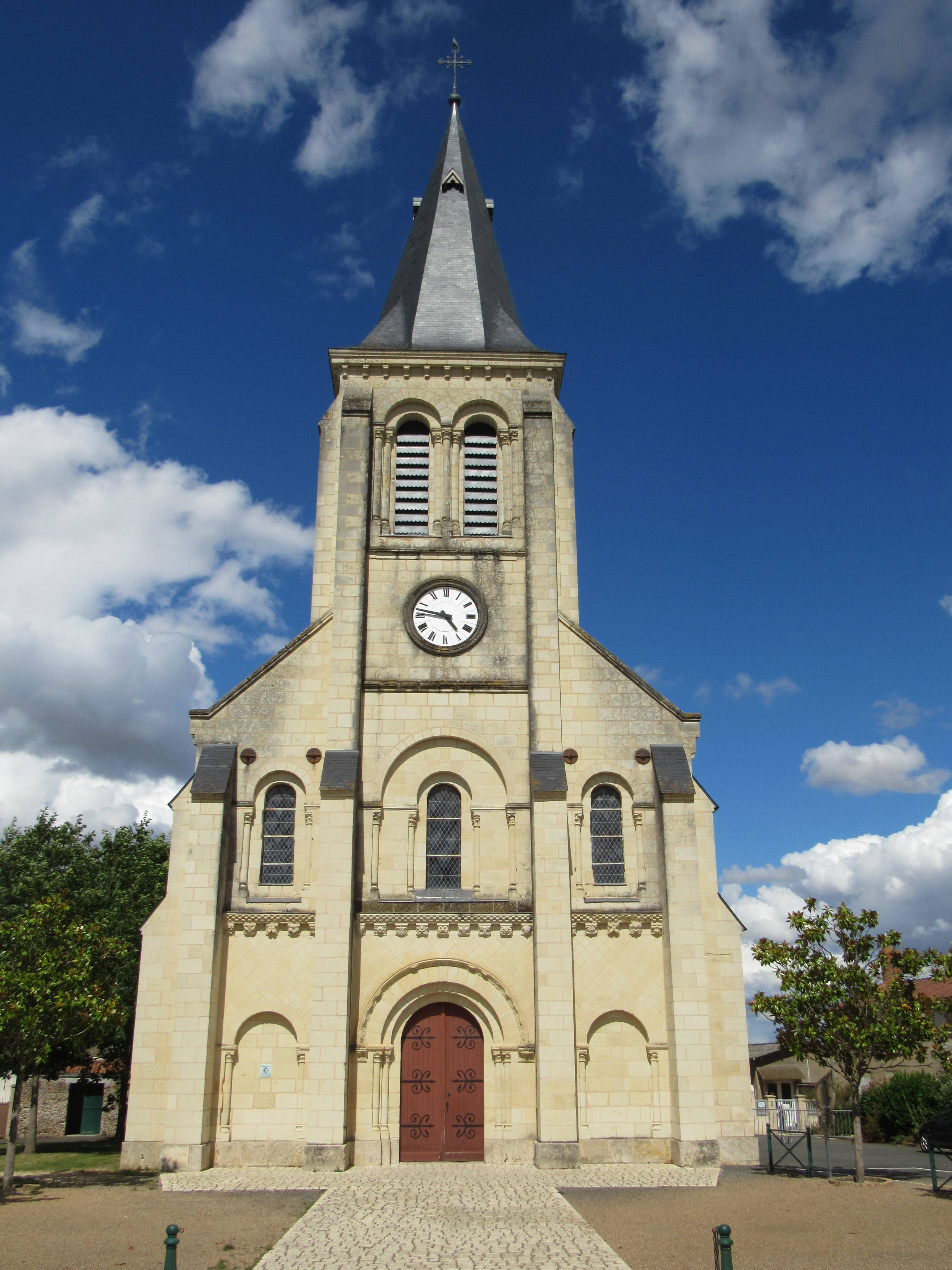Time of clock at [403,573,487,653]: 4:47
